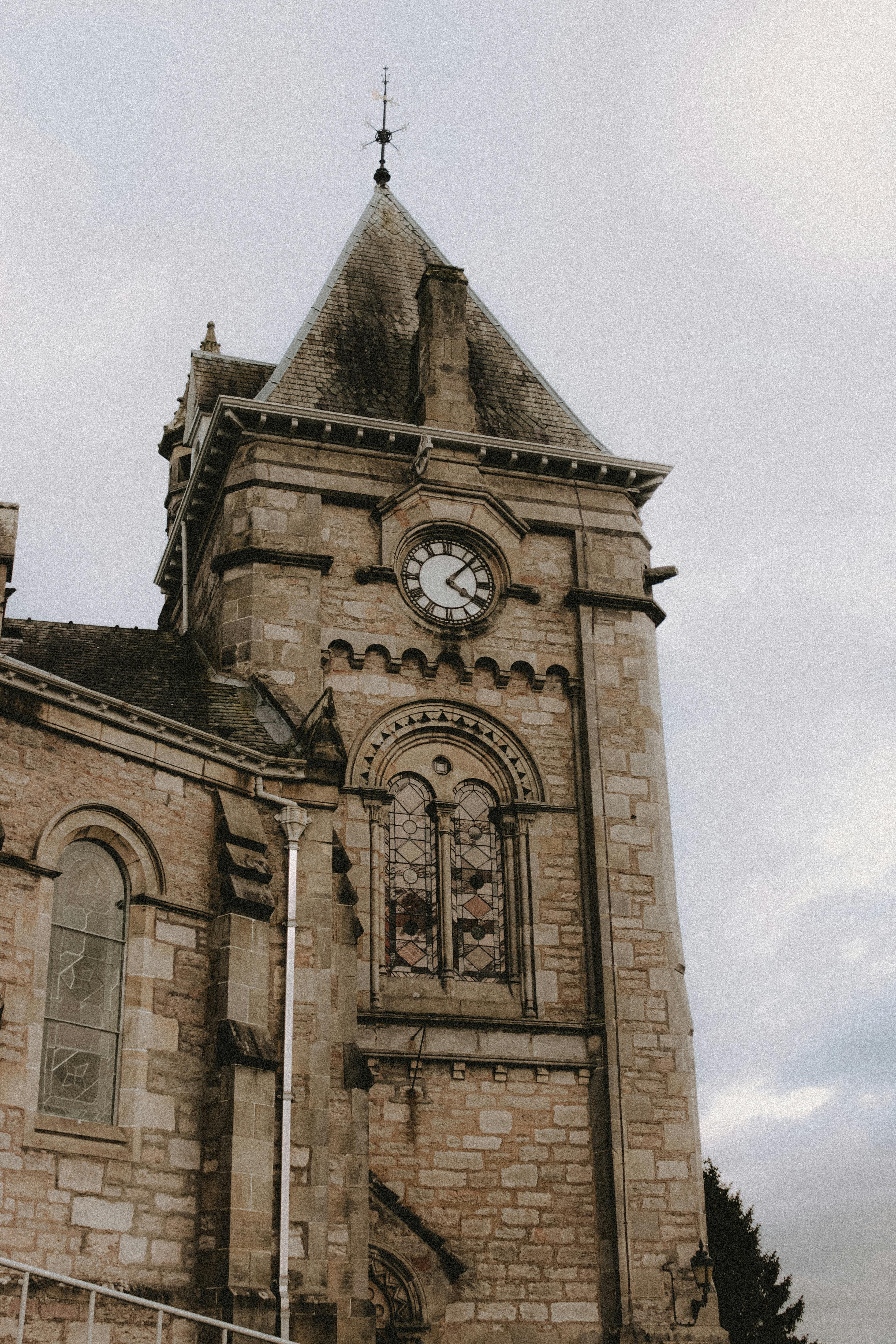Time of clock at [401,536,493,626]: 4:07
